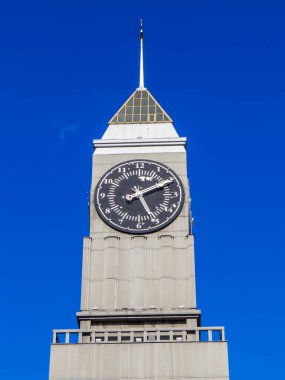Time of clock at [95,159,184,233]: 5:10
